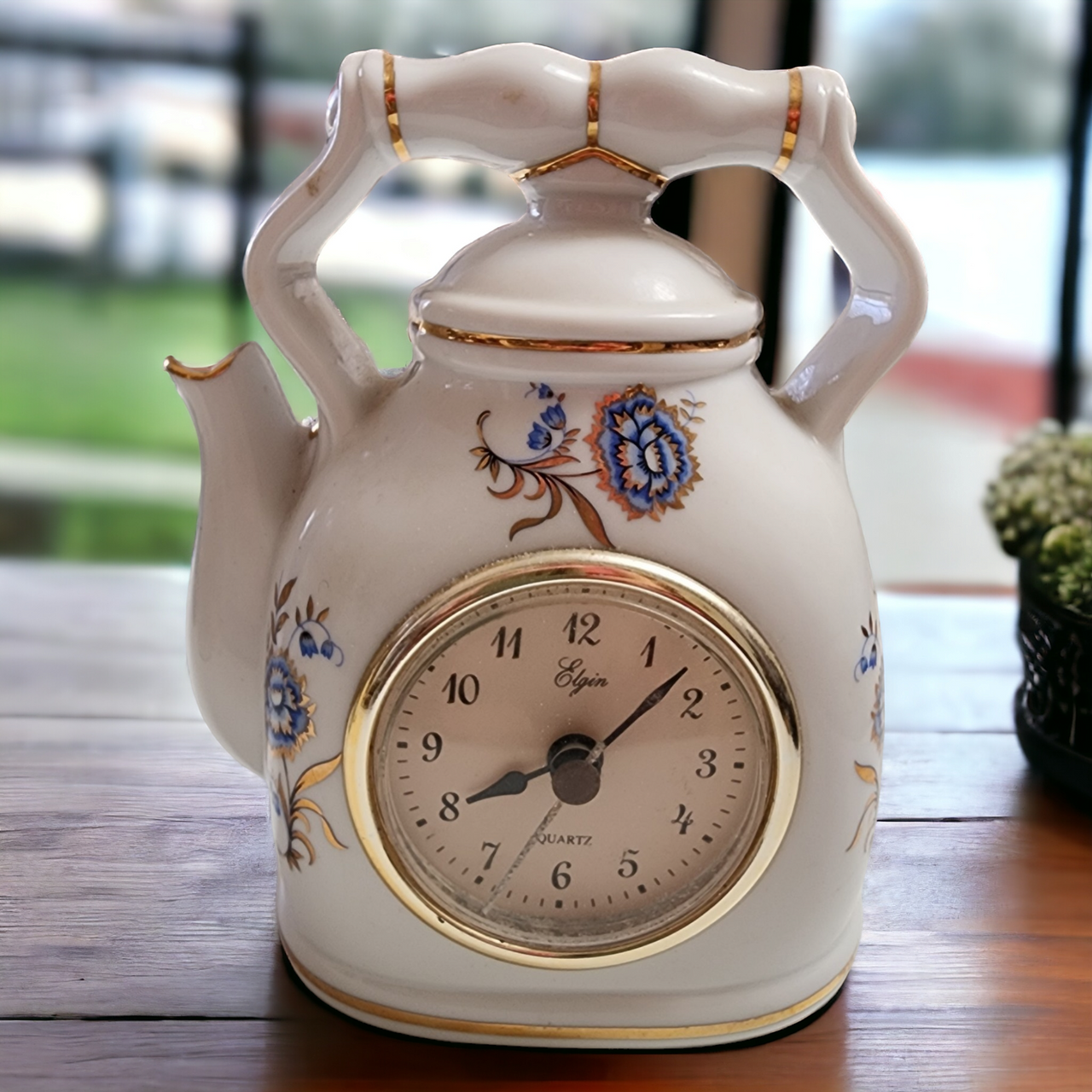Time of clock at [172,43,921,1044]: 8:07
